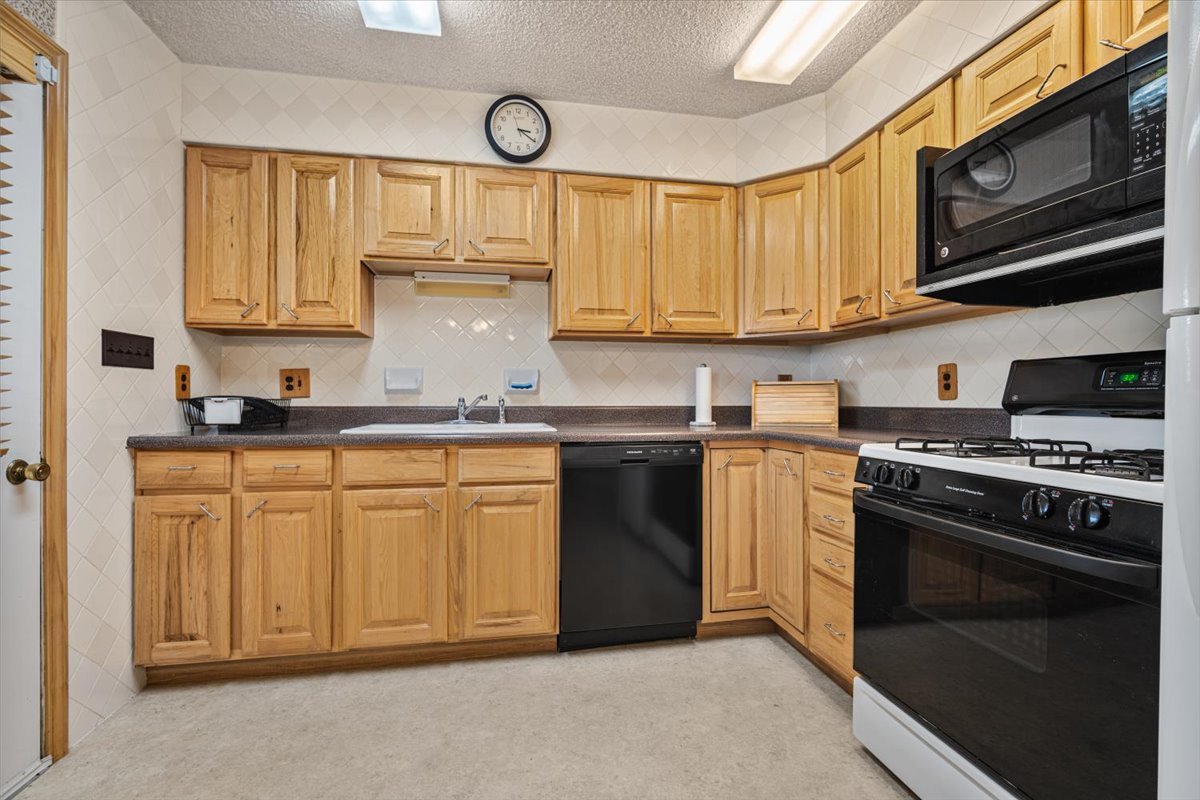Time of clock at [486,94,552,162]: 3:20
